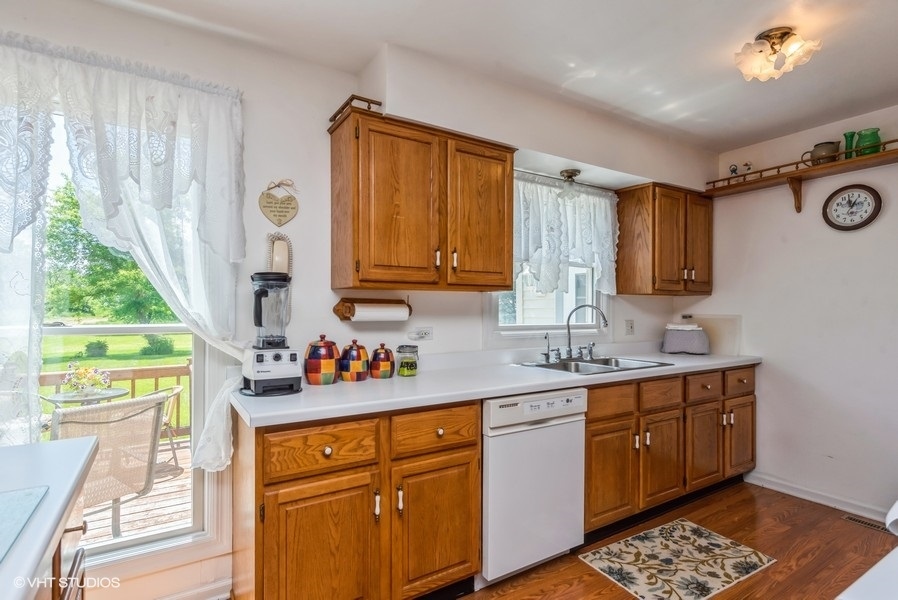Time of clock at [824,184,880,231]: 12:58
